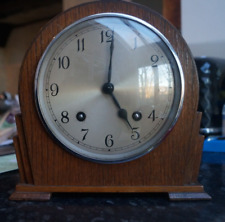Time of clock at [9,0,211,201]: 5:01
